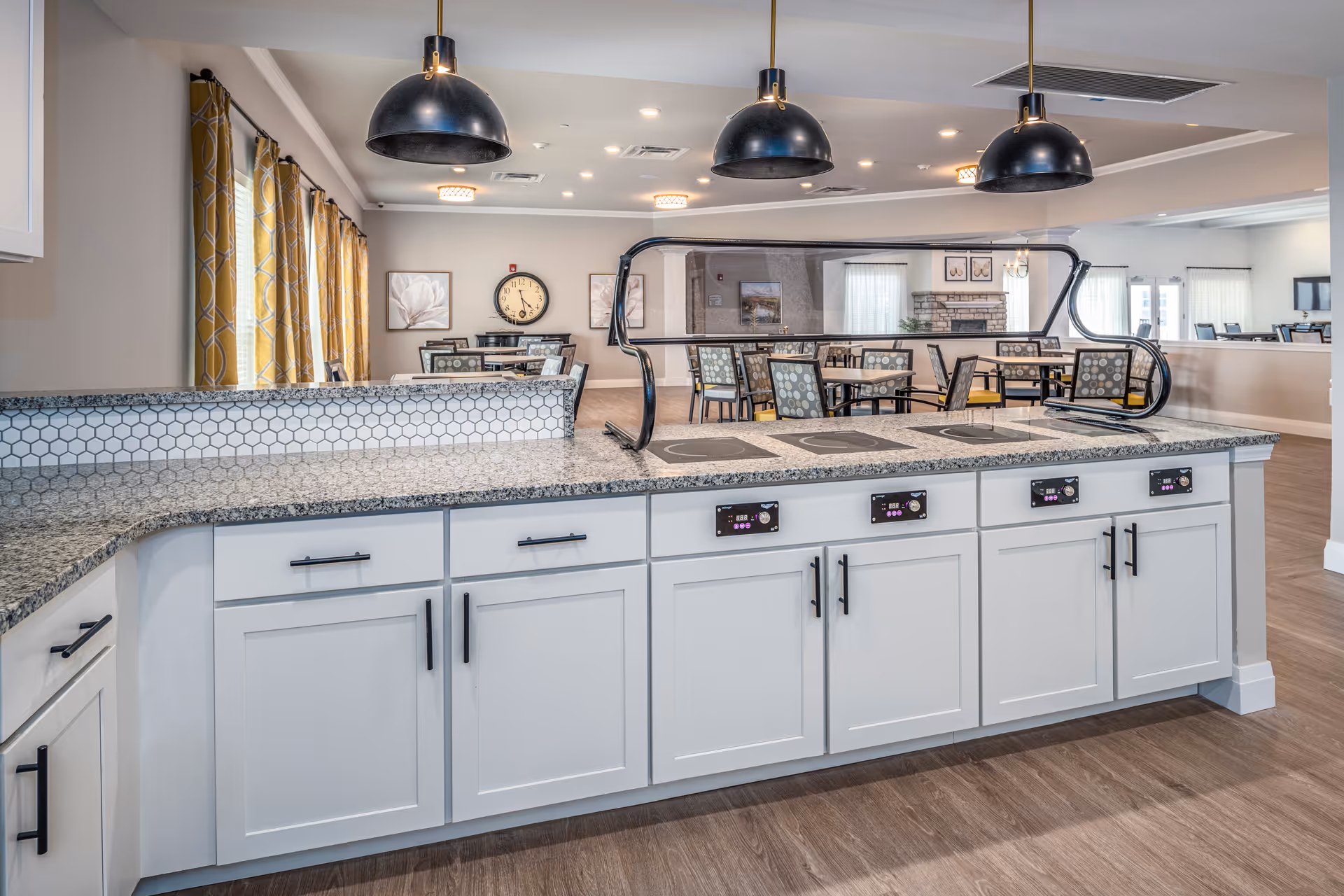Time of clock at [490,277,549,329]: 4:28
